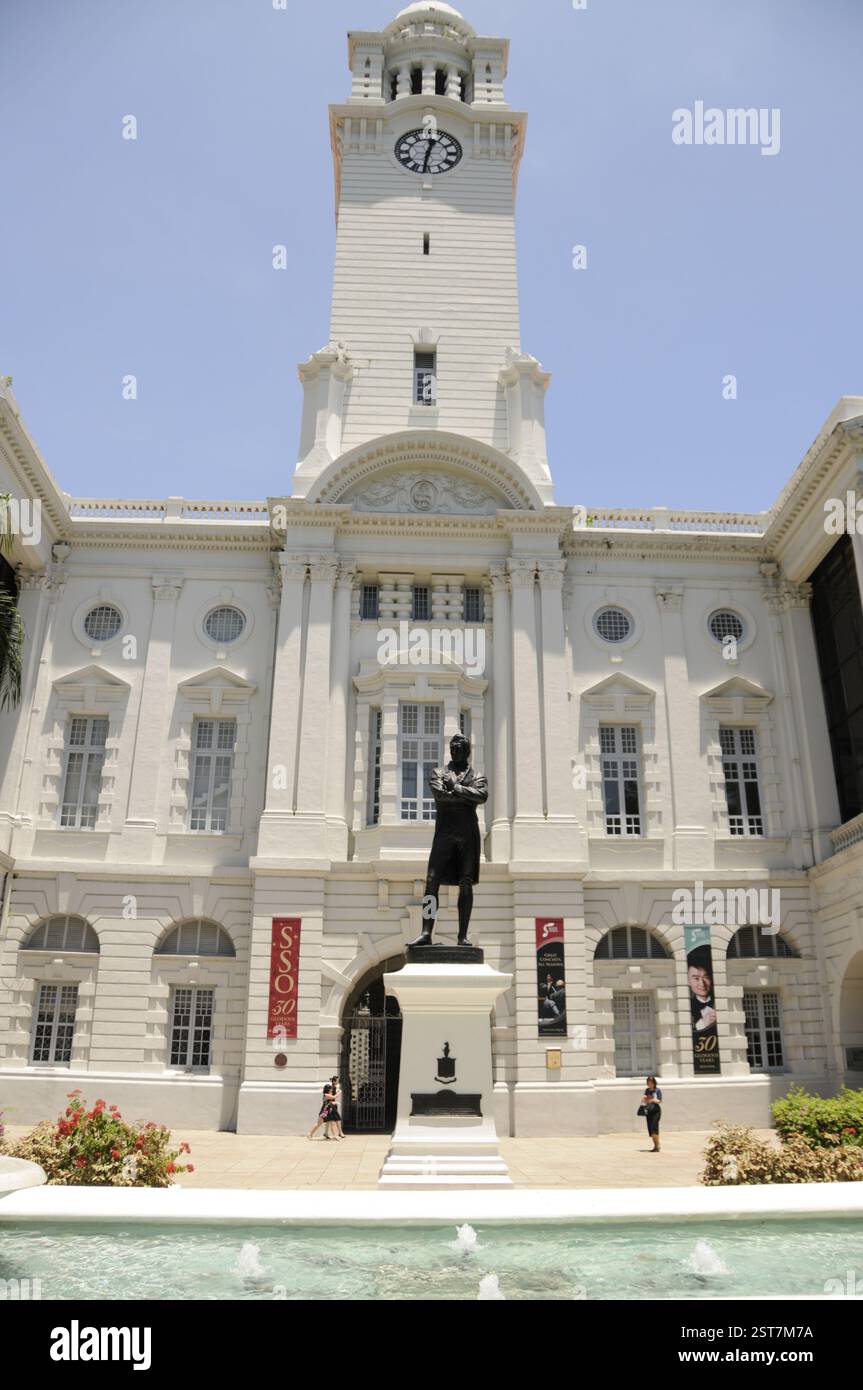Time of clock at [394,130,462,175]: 12:31
